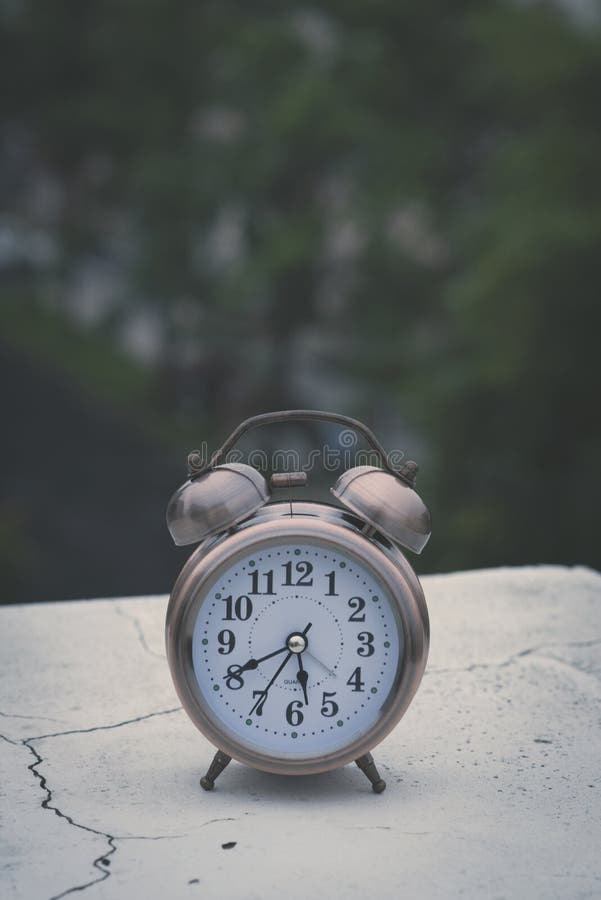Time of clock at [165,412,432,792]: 5:40
